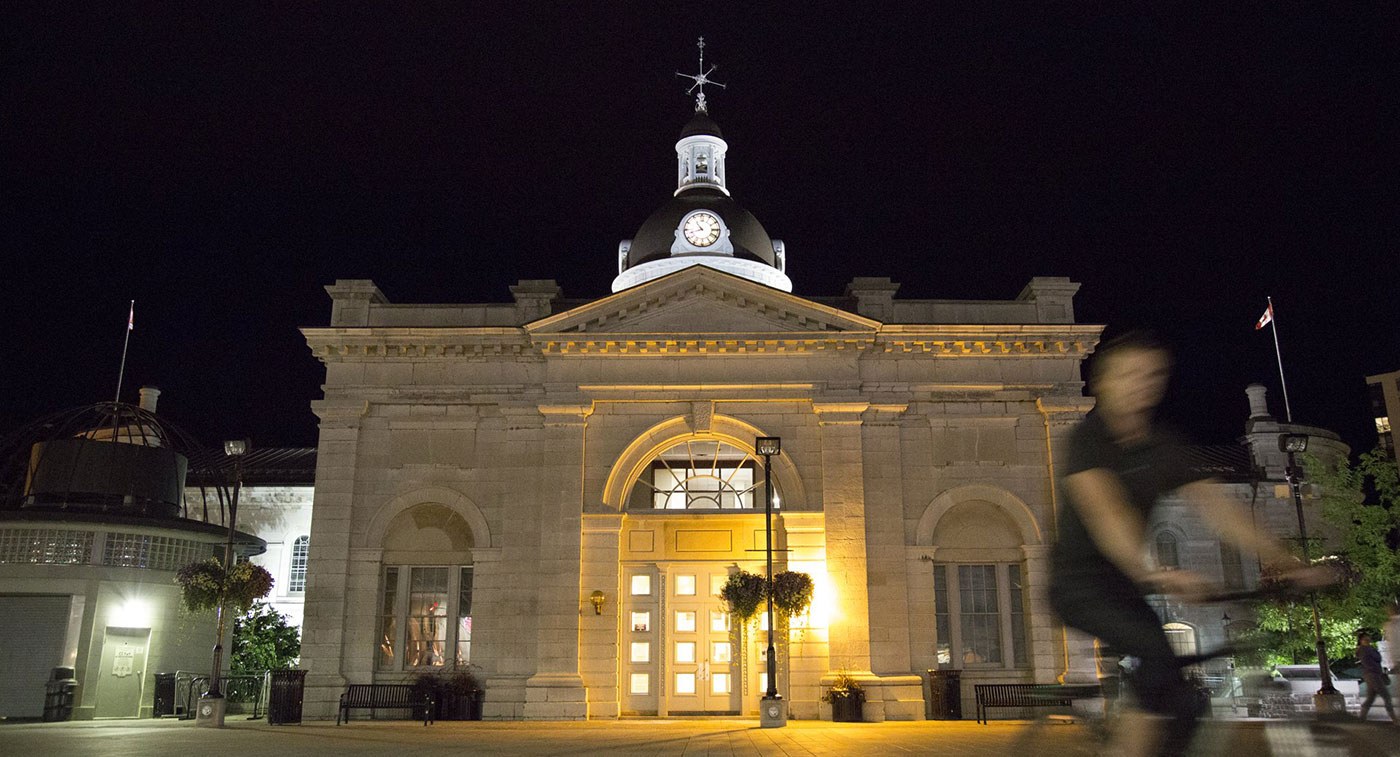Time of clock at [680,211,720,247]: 10:42
